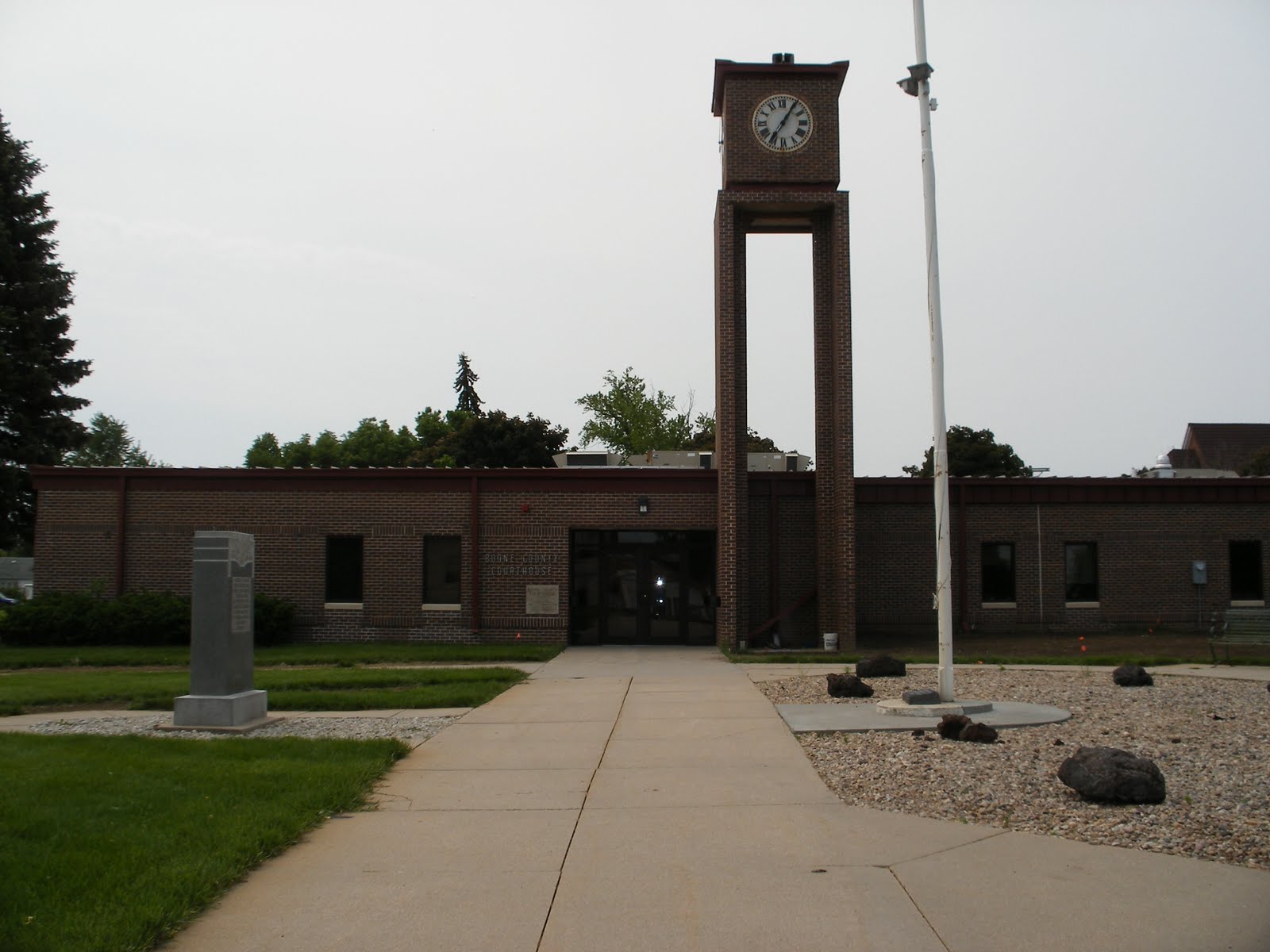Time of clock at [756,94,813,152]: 7:05
